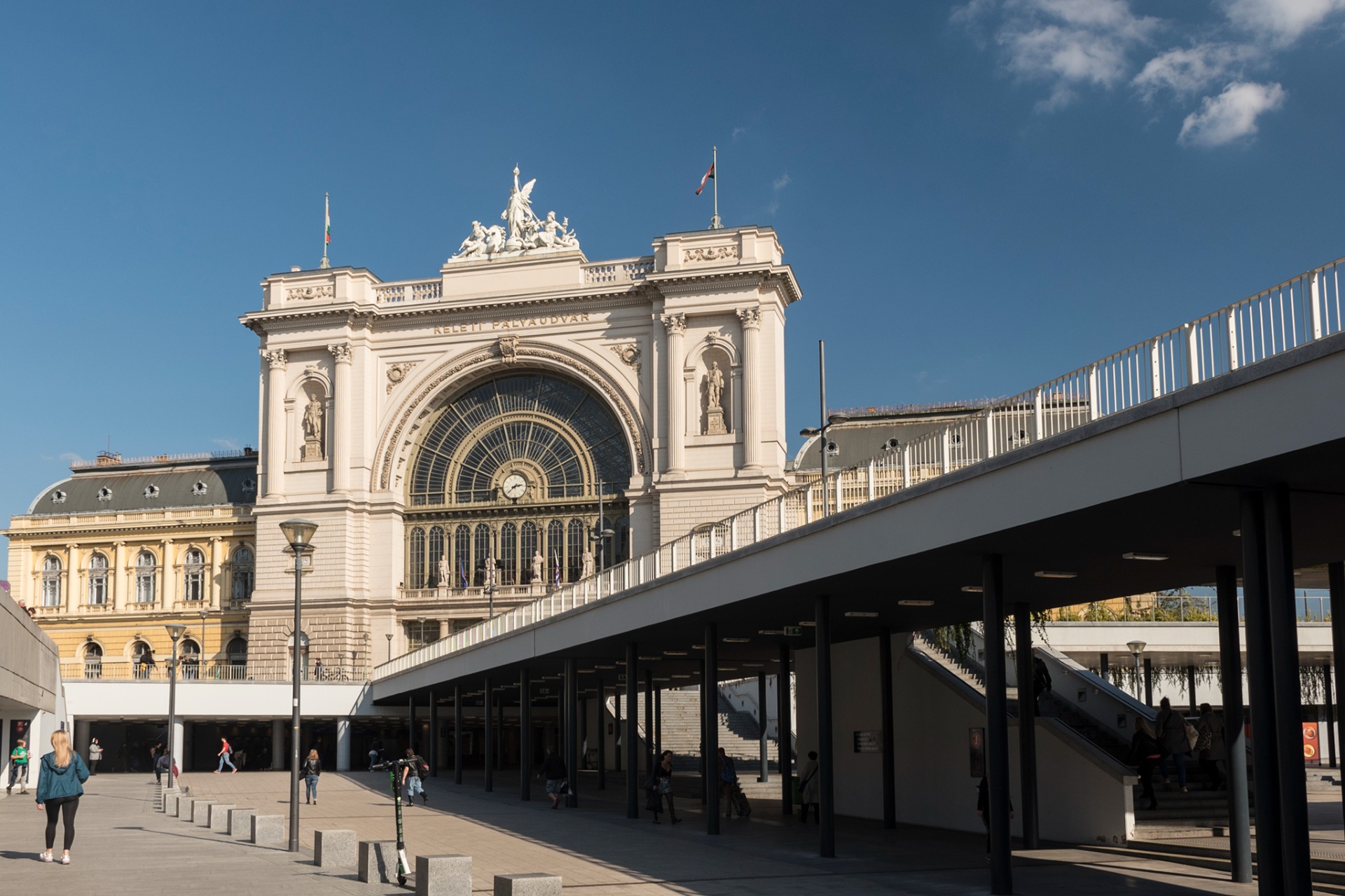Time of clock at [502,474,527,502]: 2:38
